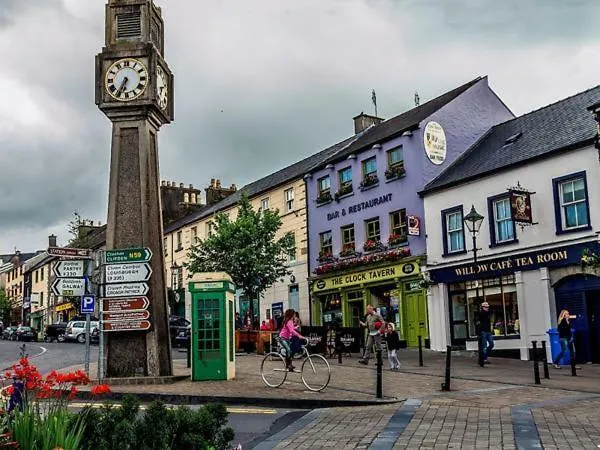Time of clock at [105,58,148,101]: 6:35
